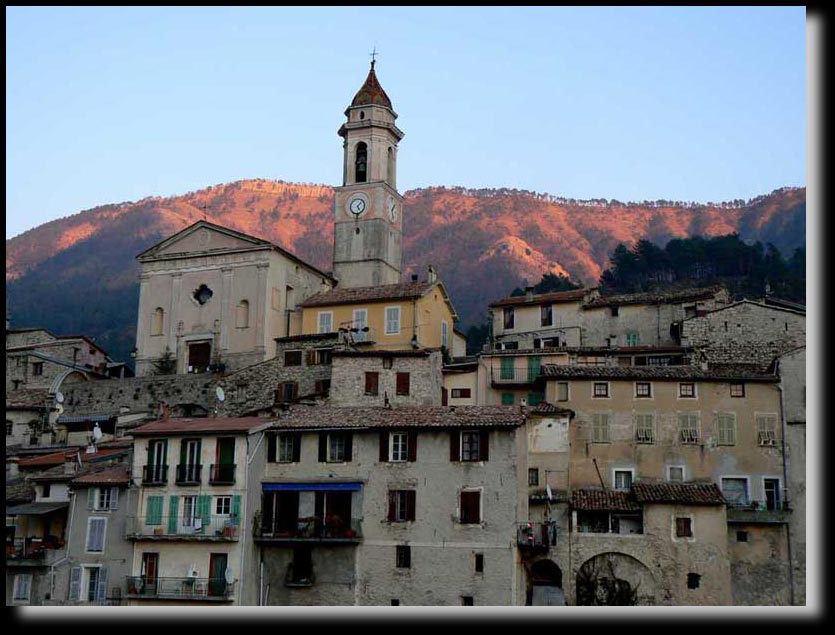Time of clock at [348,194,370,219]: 5:06
